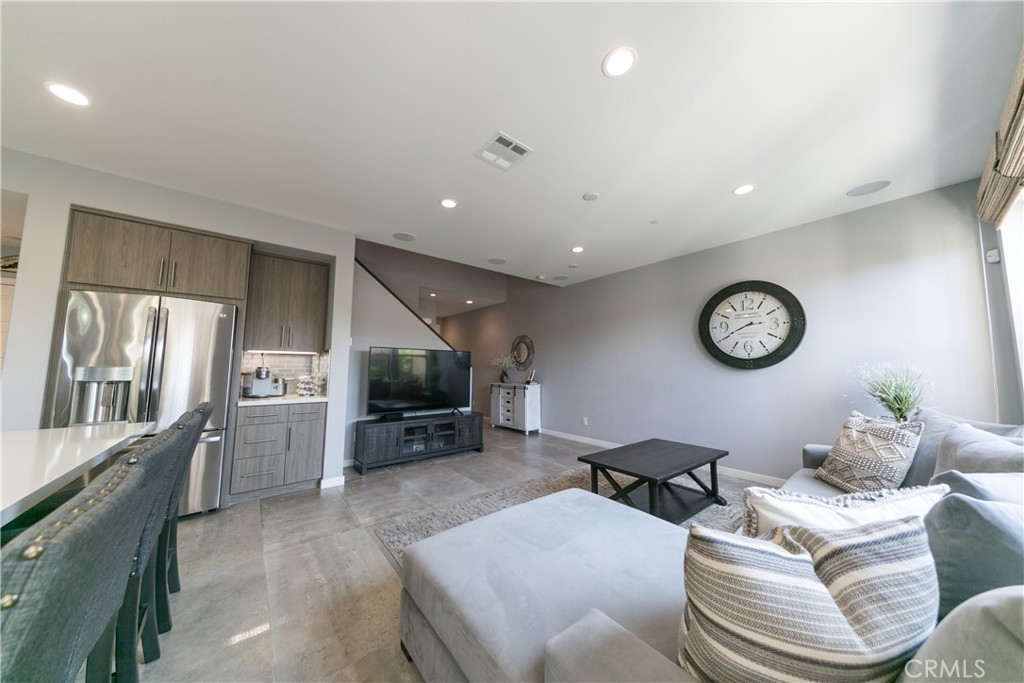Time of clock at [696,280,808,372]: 2:40
